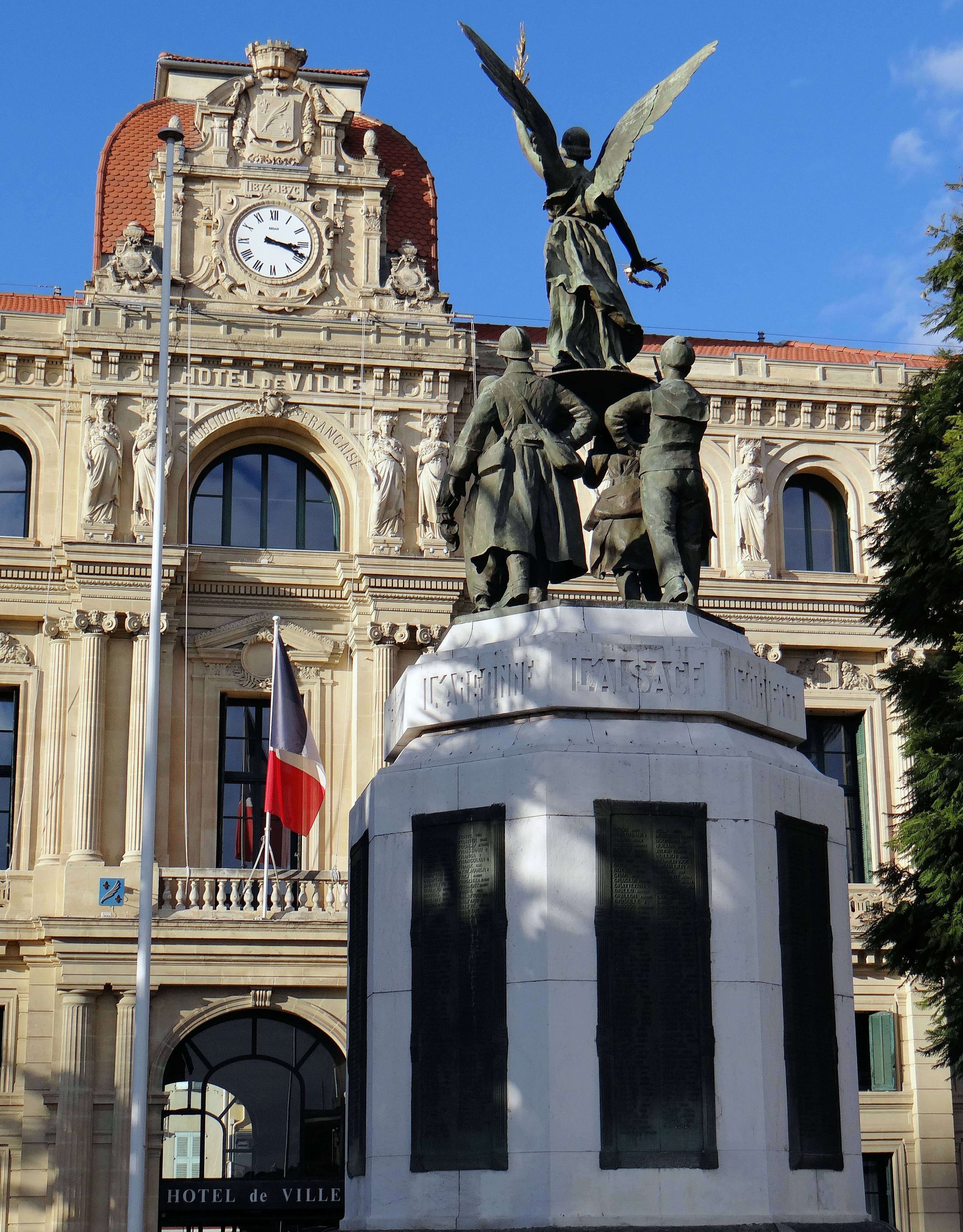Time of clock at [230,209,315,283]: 3:18
